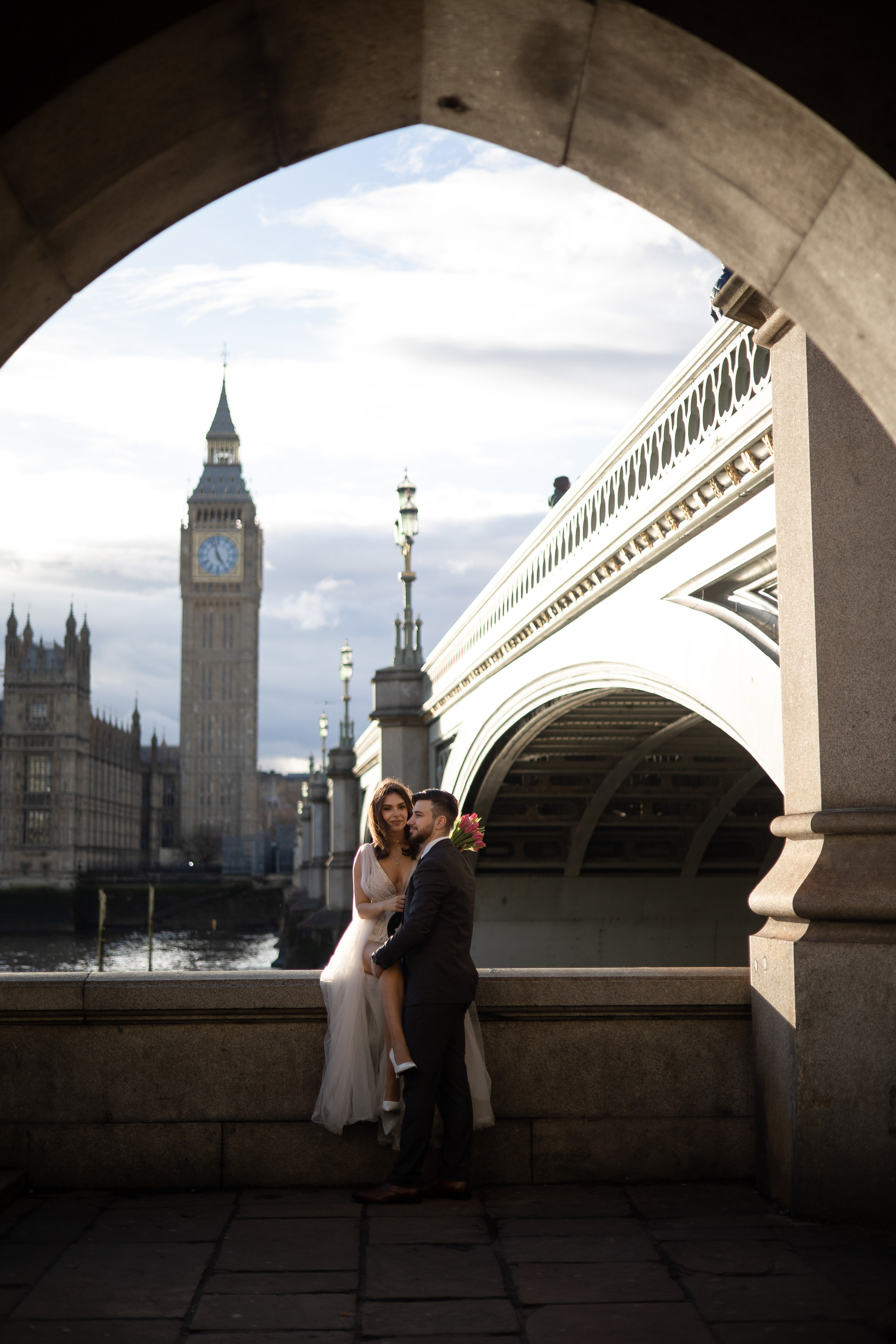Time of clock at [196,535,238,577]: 4:57
